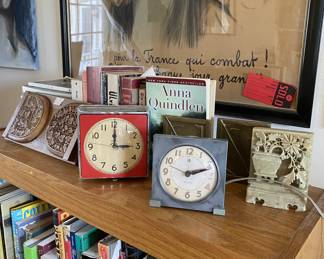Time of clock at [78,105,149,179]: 3:00
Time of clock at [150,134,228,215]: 2:11
